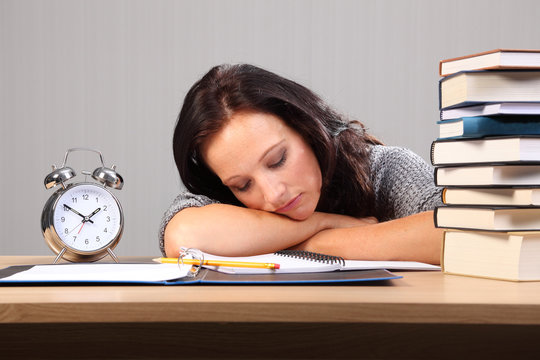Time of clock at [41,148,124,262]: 1:50
